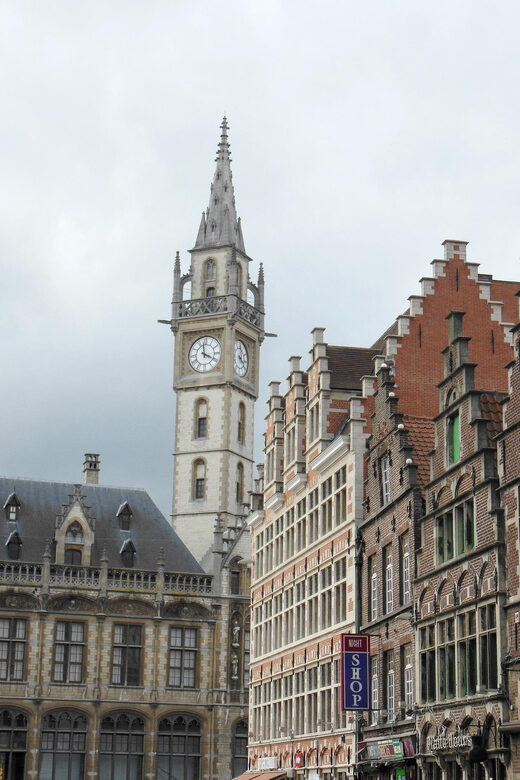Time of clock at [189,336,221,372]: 3:58
